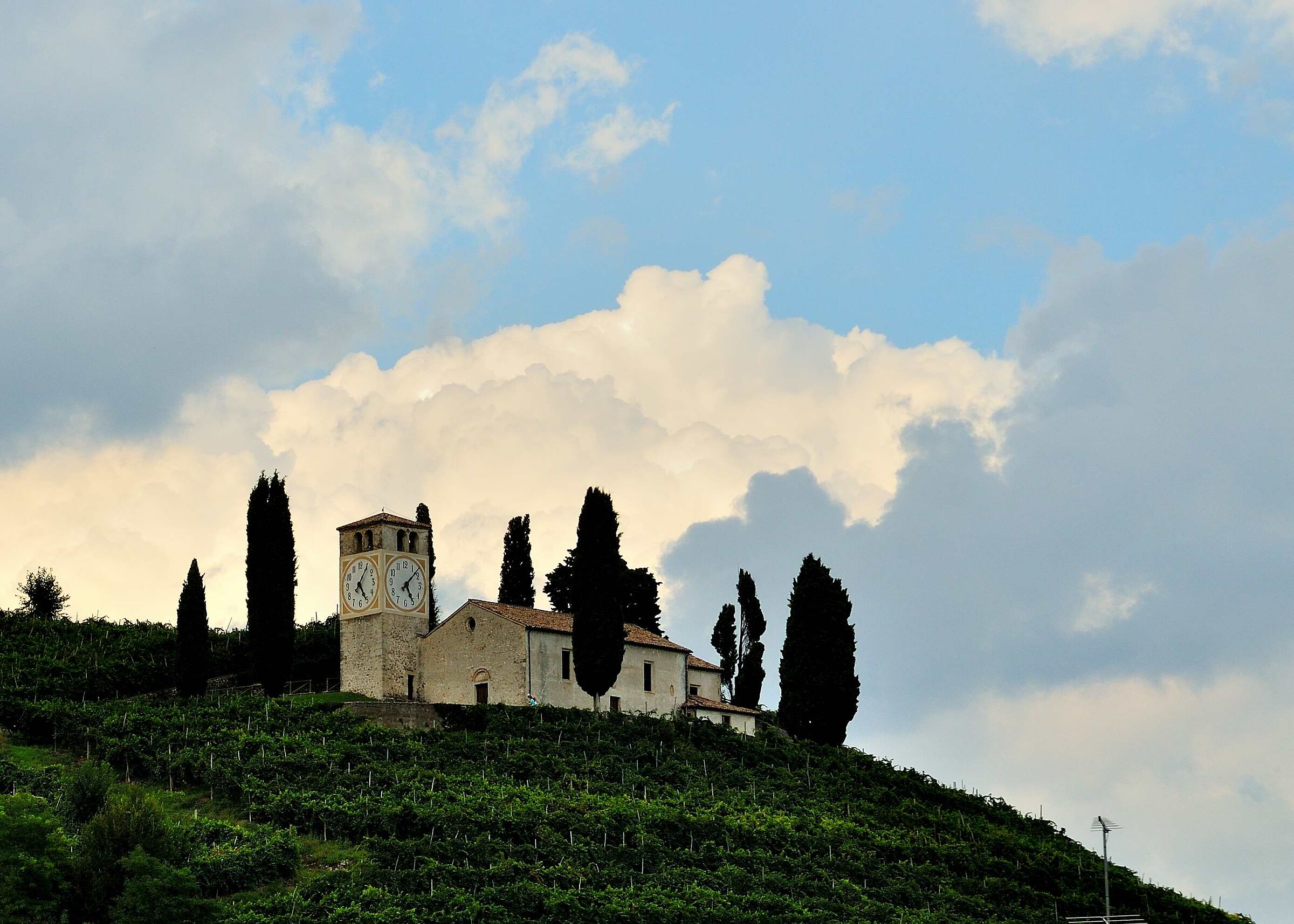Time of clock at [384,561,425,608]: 5:07
